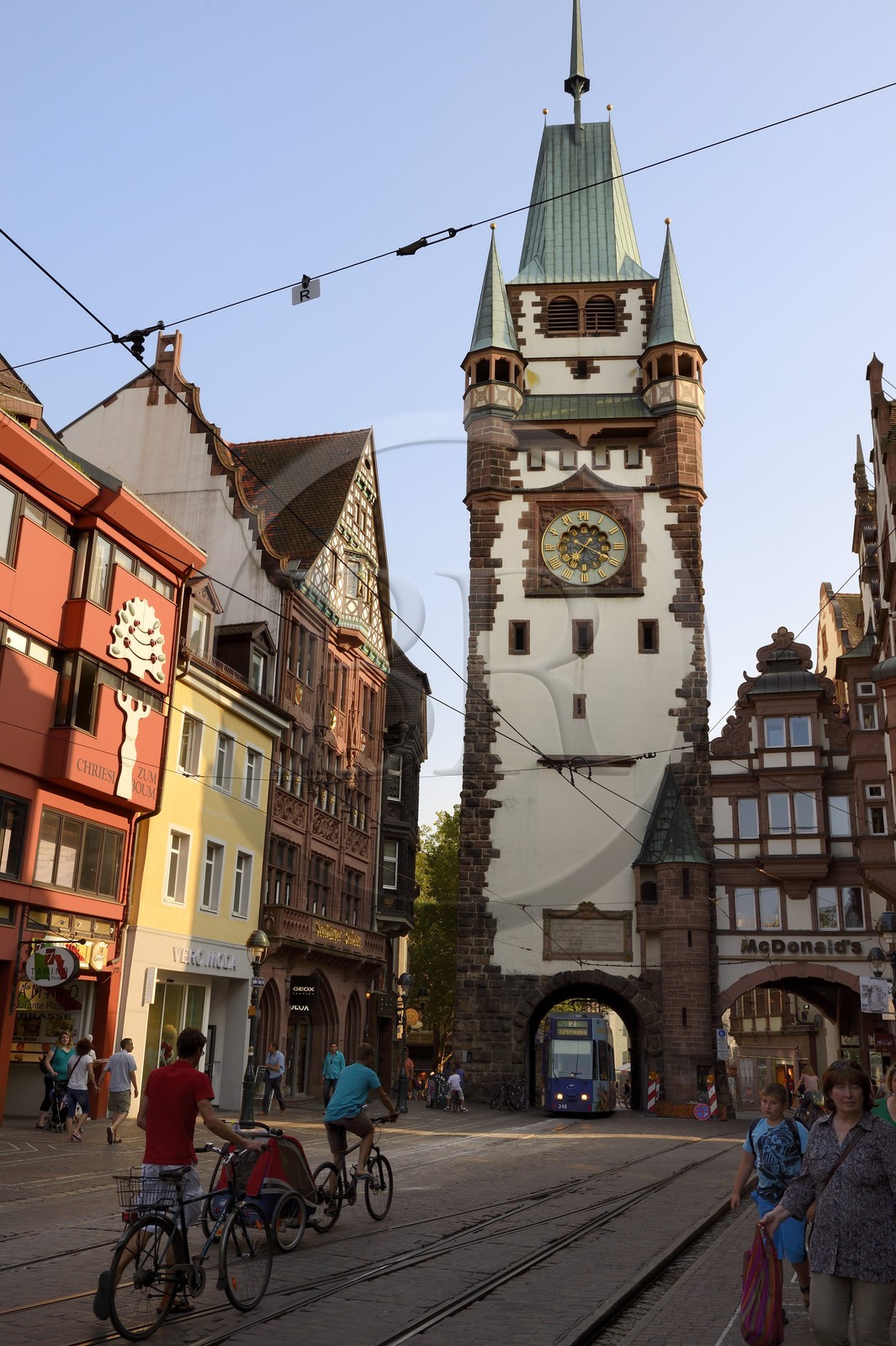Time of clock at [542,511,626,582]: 7:18
